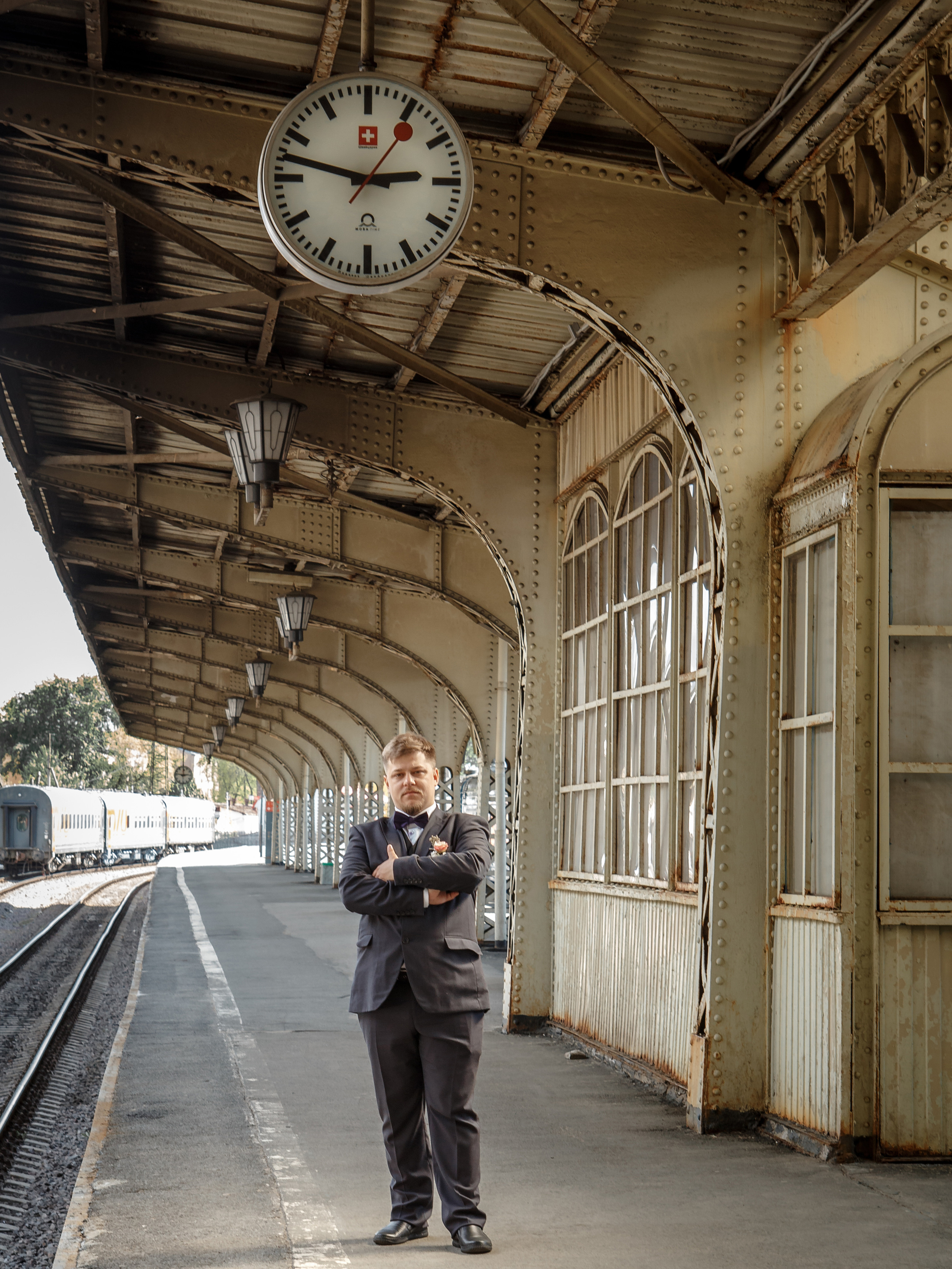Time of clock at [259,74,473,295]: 2:47
